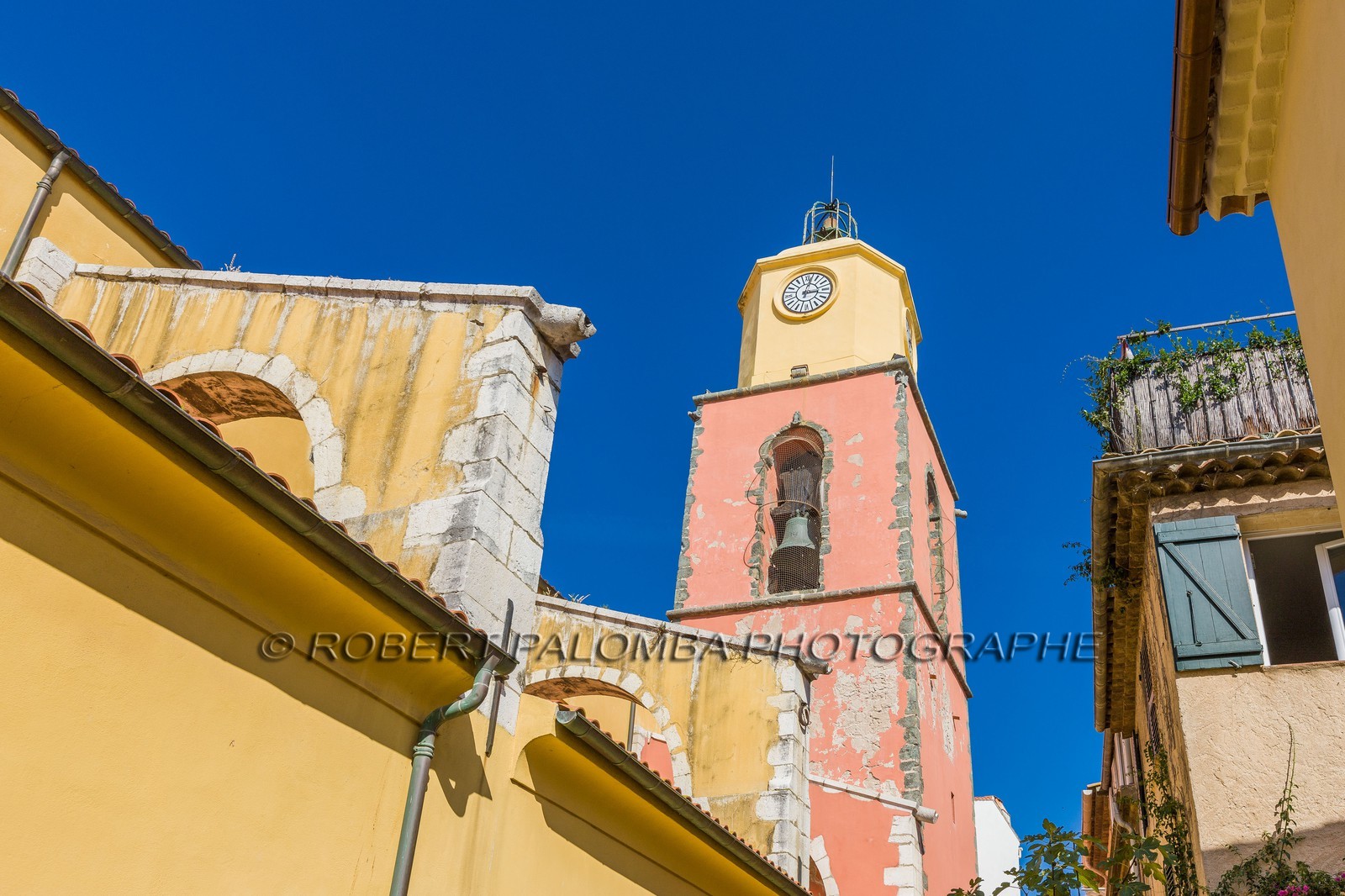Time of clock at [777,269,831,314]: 3:02
